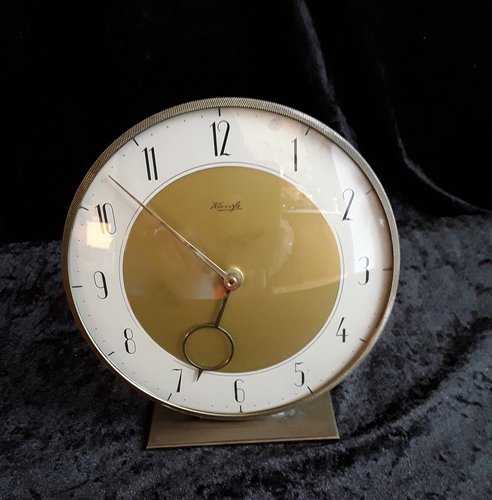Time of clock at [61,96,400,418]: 6:51
